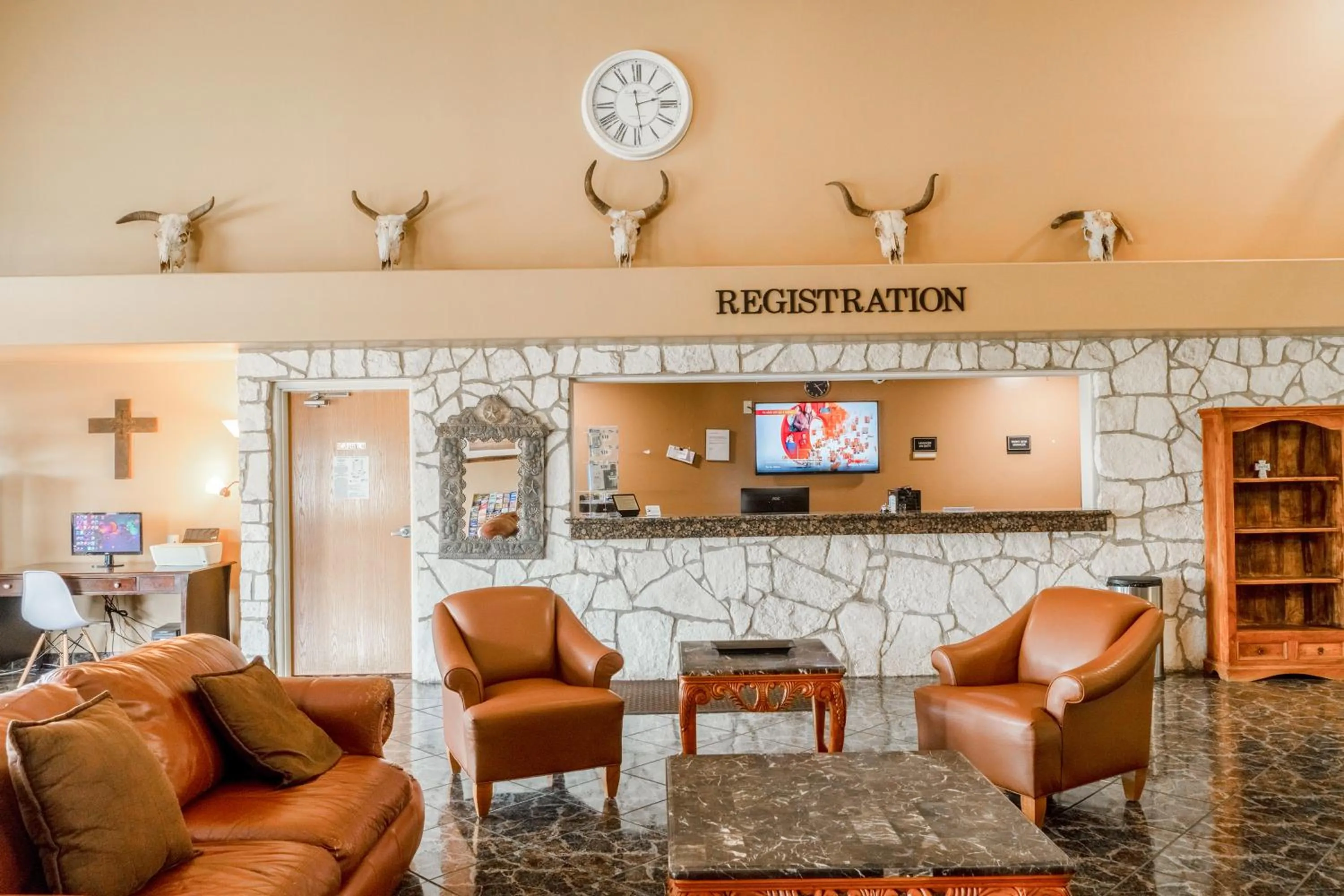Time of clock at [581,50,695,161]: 2:28
